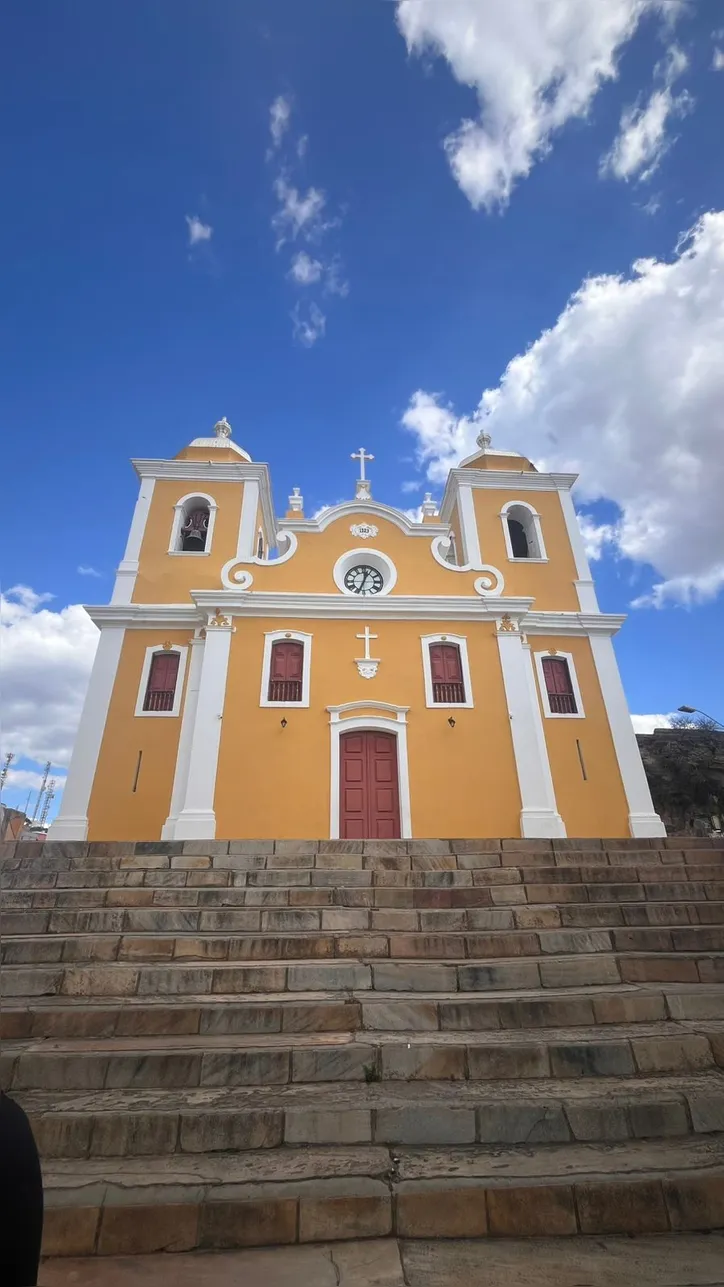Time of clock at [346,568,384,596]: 12:33
